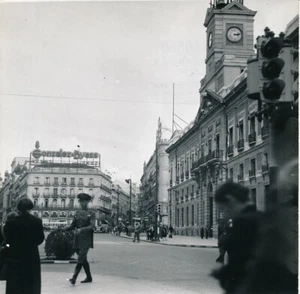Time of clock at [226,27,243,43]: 3:12
